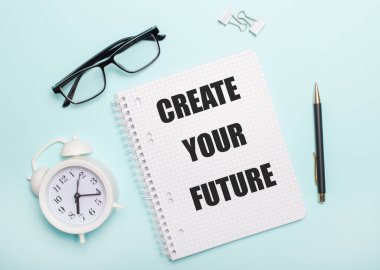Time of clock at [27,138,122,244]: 6:16
